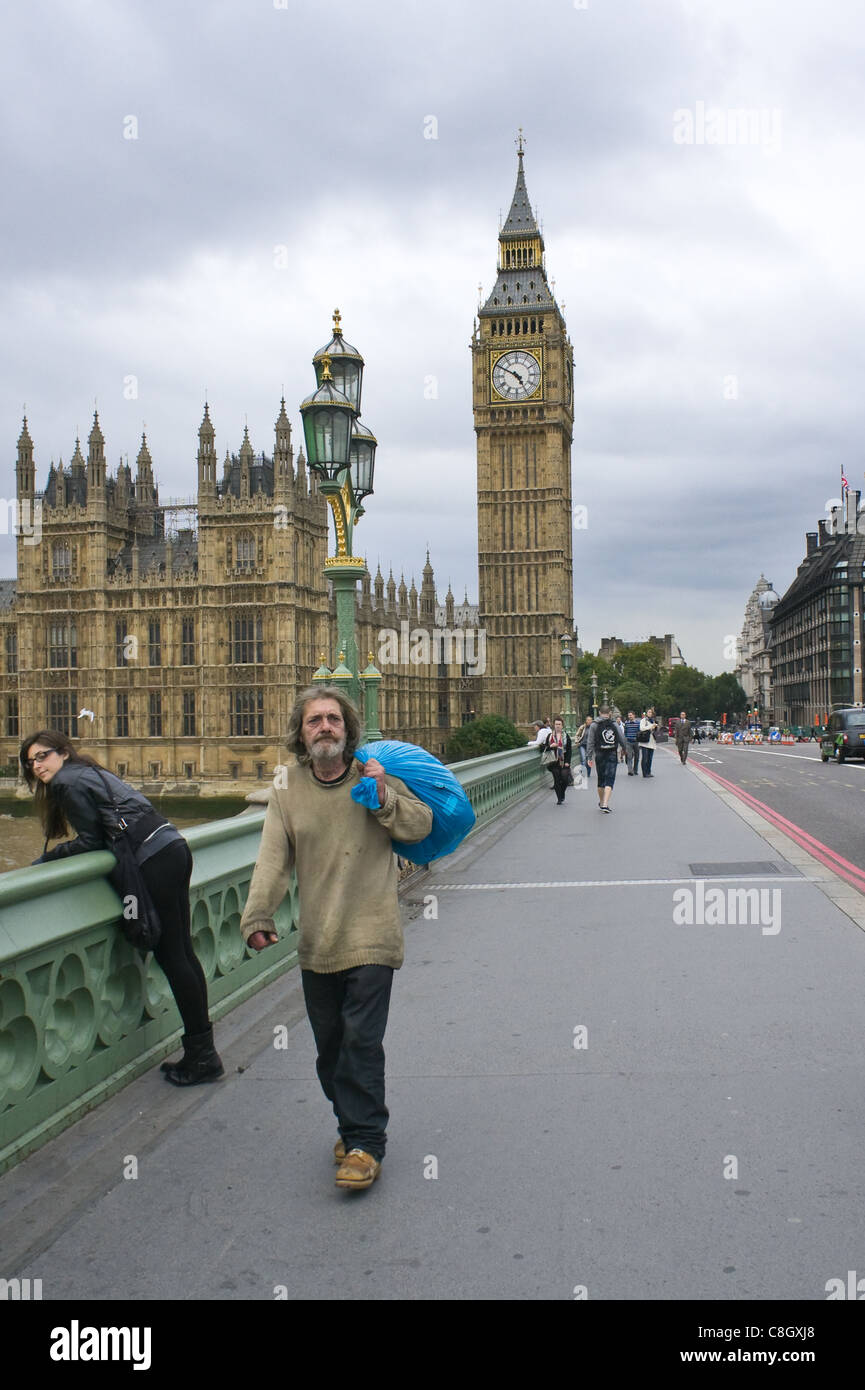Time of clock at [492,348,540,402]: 4:49
